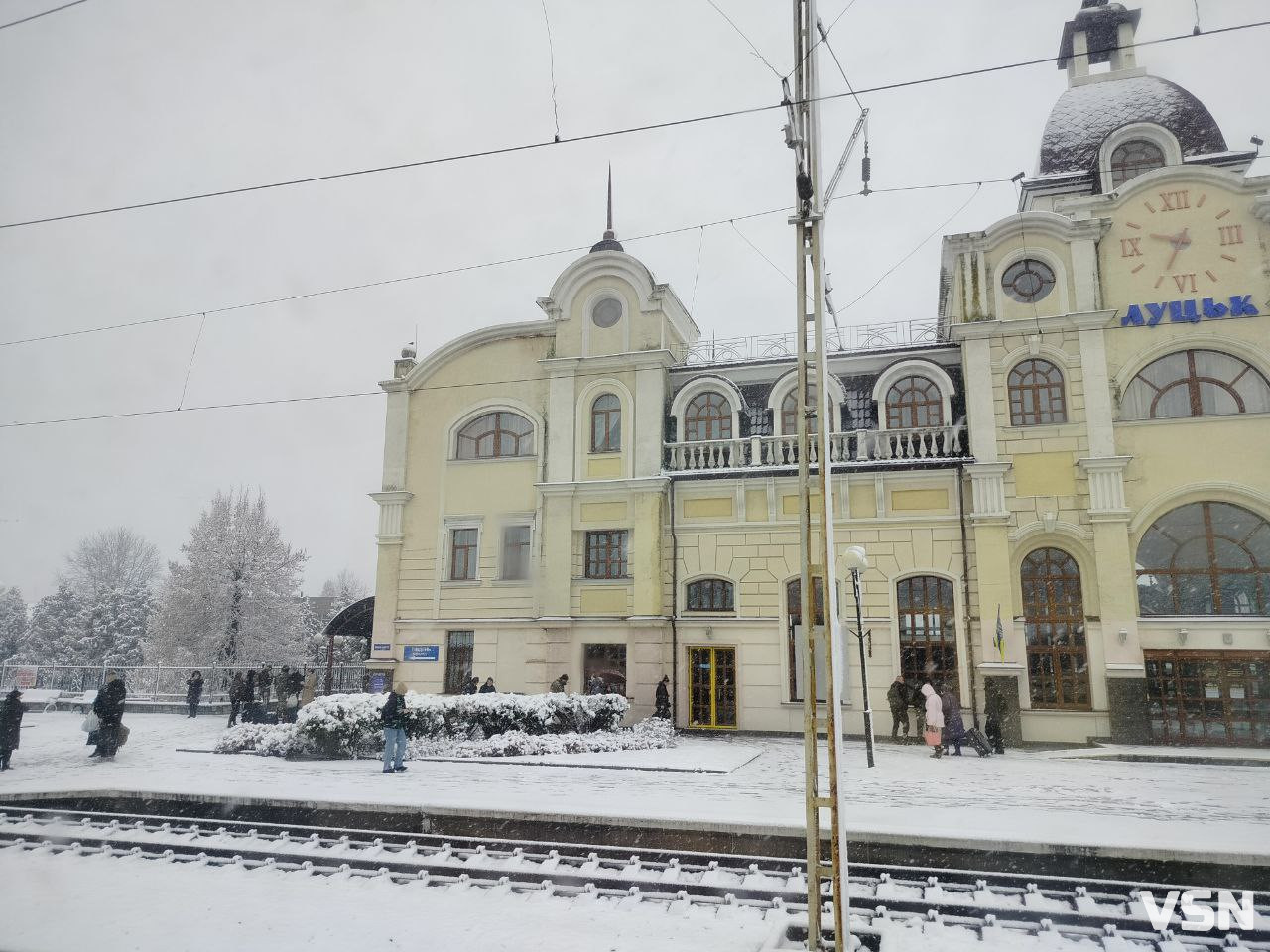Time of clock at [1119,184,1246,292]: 9:34
